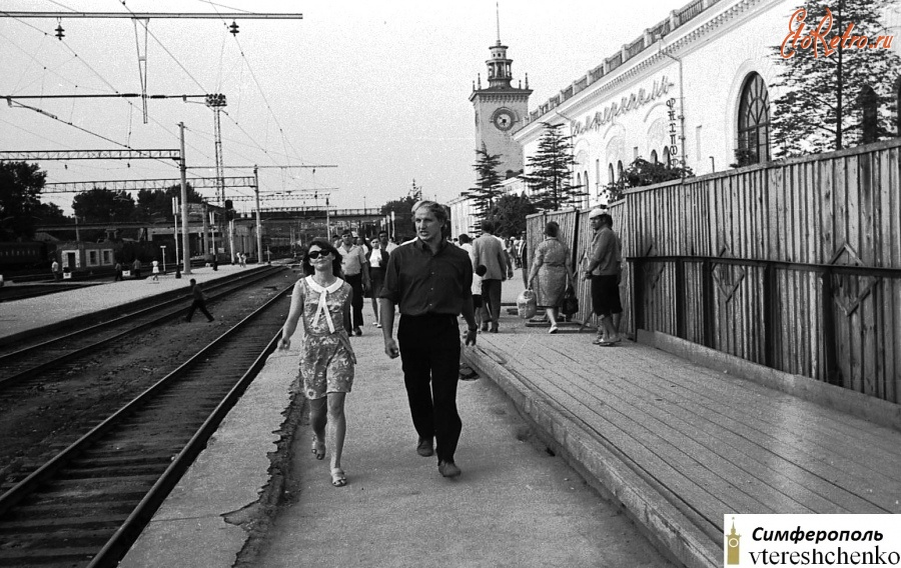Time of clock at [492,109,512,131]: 7:52
